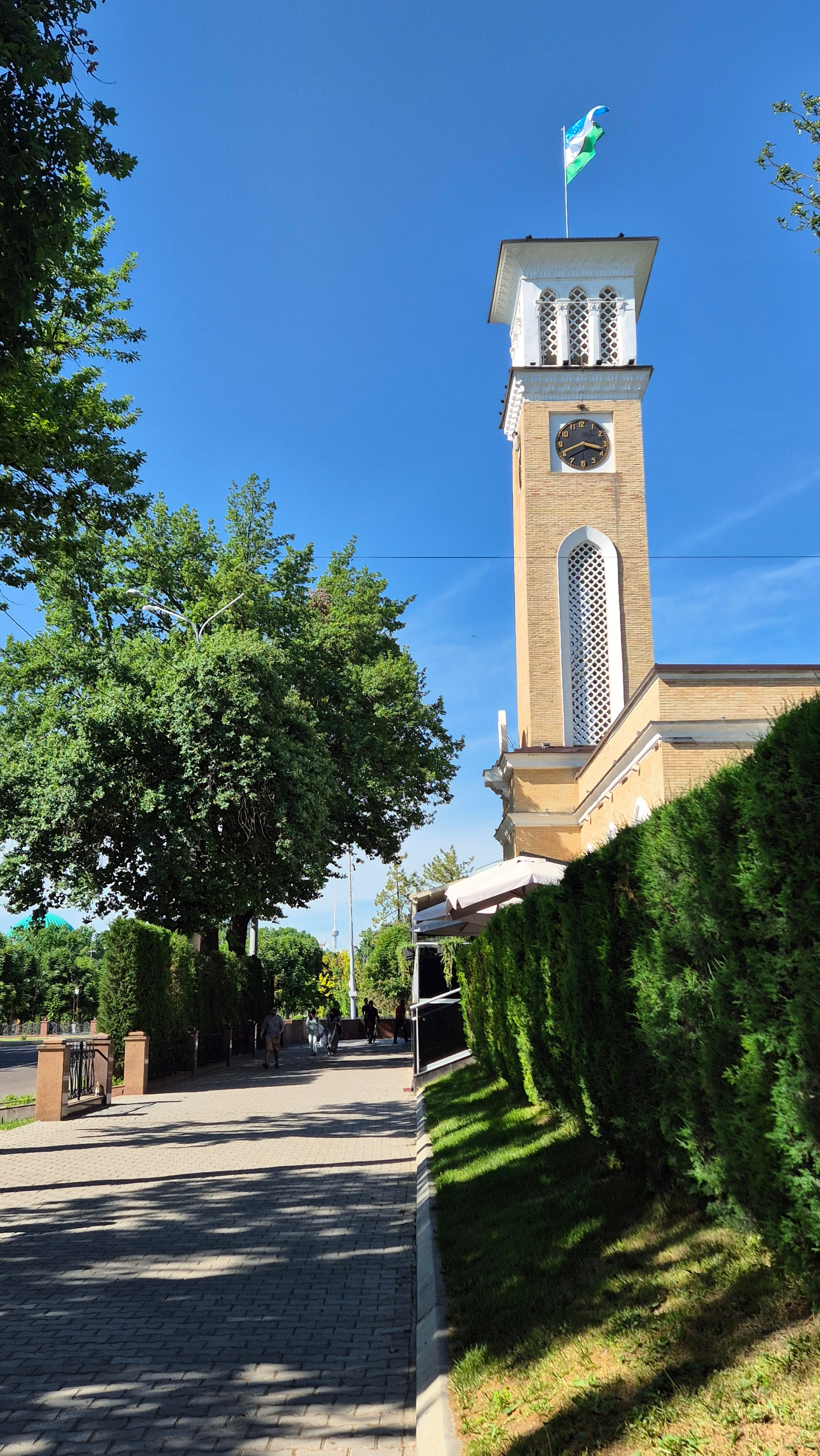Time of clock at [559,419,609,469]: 3:40
